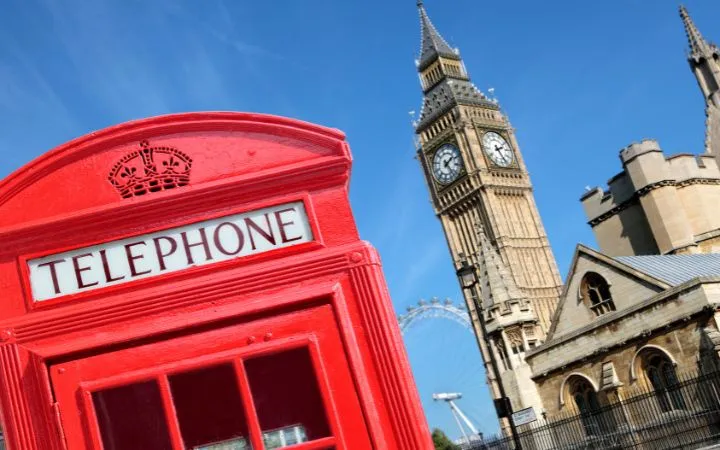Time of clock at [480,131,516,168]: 2:25
